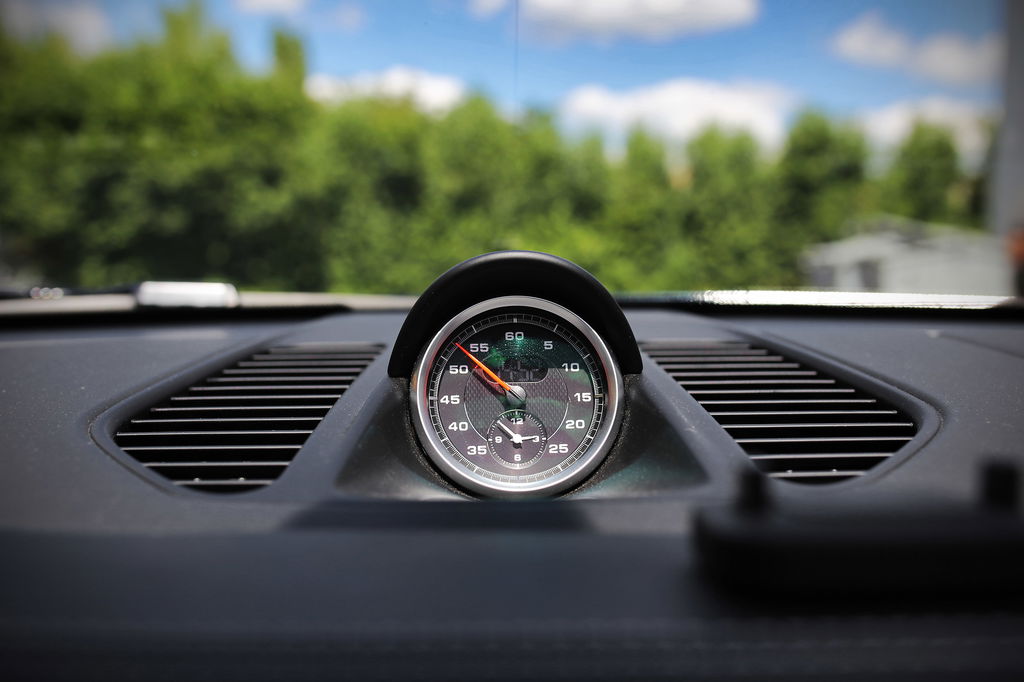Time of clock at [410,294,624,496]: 5:52
